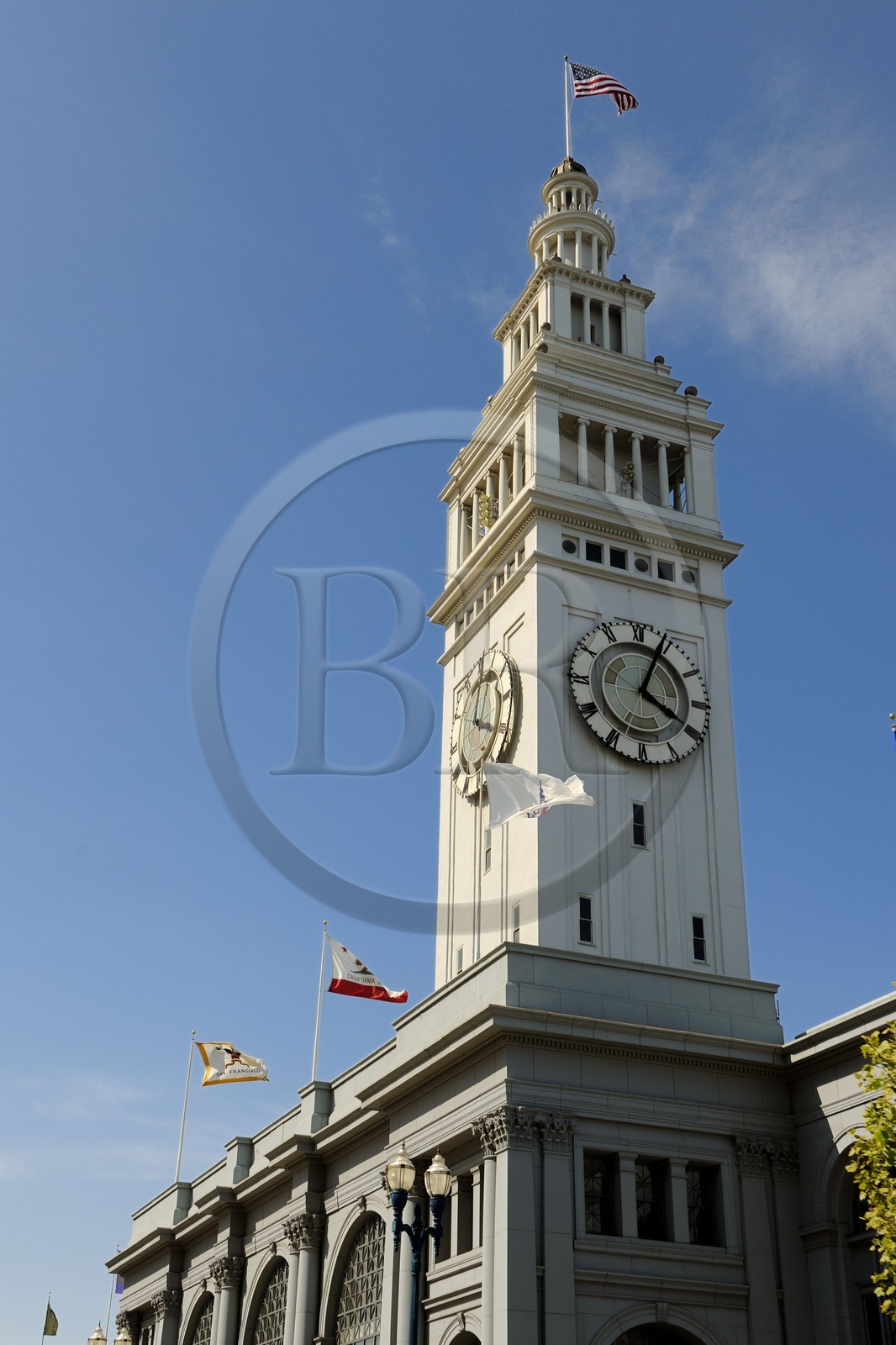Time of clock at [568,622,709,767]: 4:04
